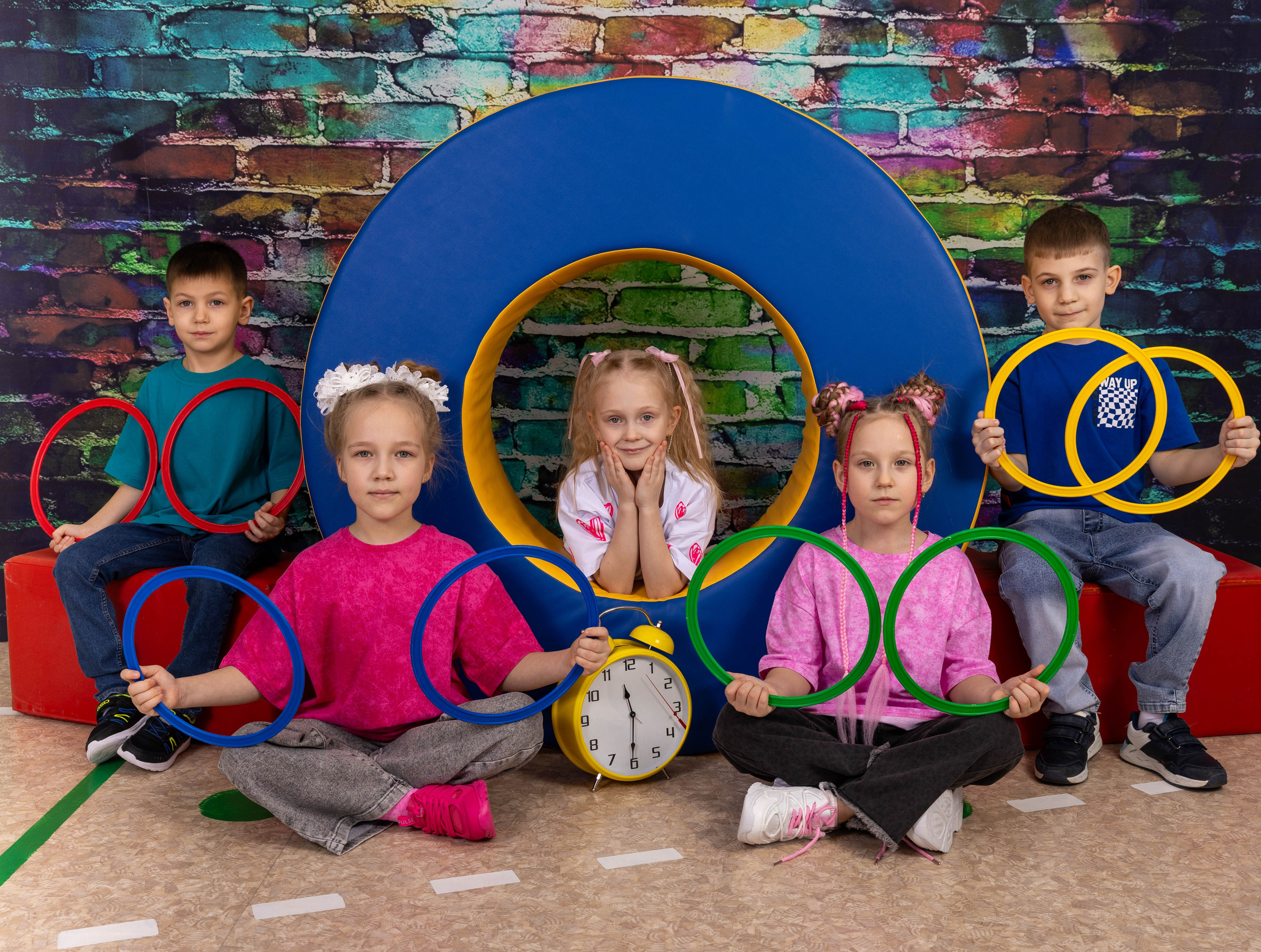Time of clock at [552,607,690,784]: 11:30
